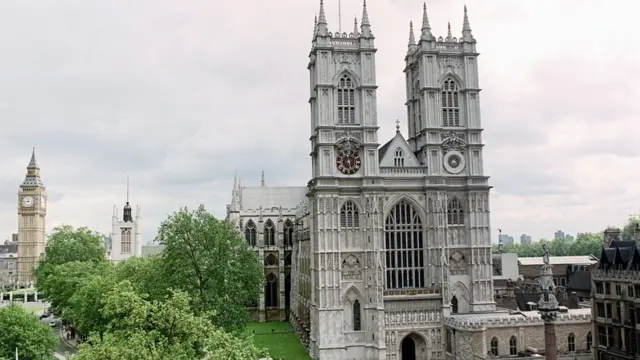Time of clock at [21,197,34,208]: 11:44
